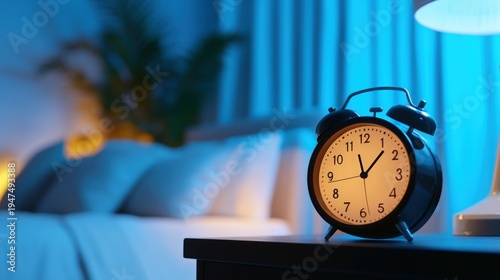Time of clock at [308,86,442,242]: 11:07
